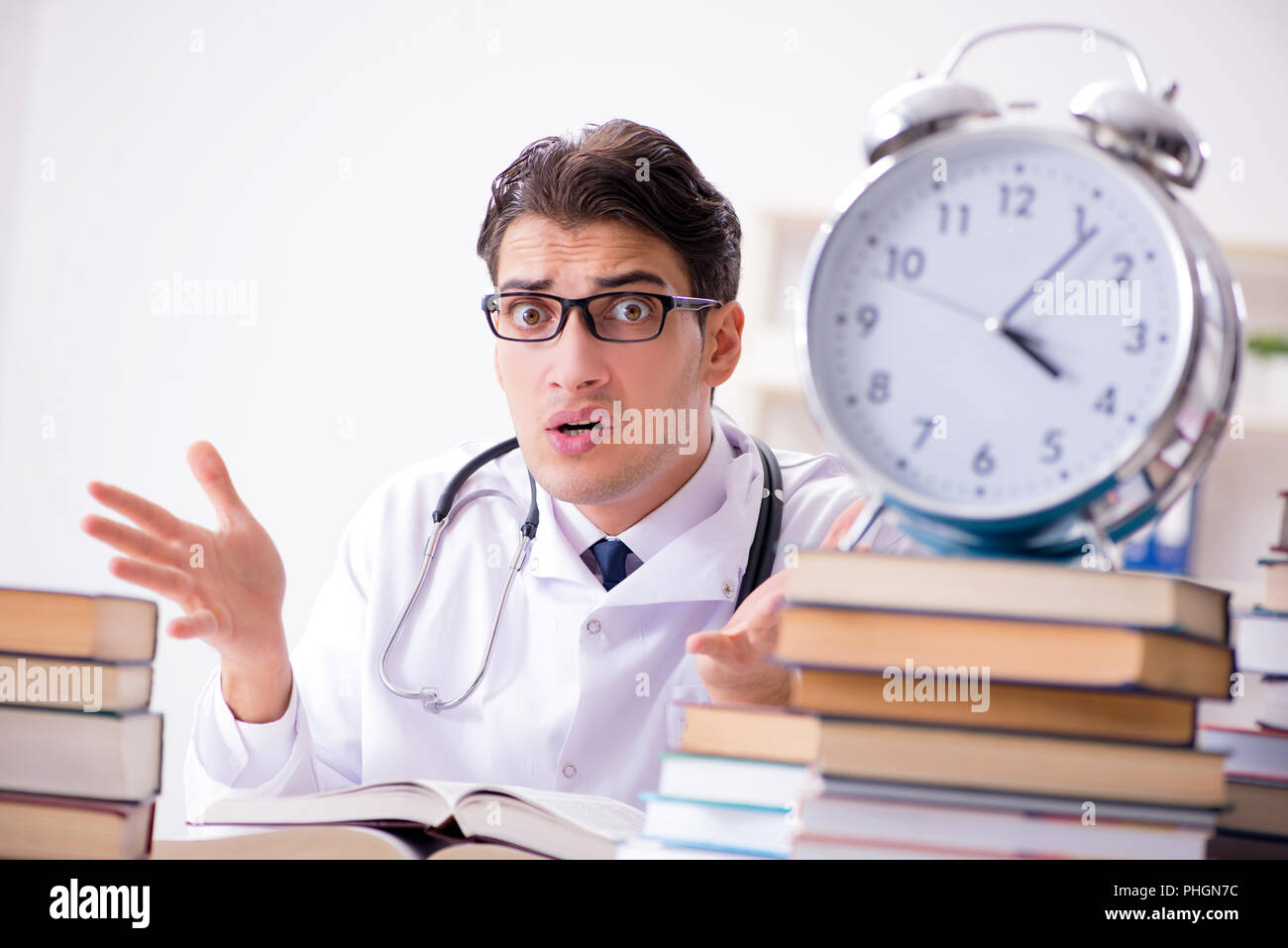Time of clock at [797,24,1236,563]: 4:06
